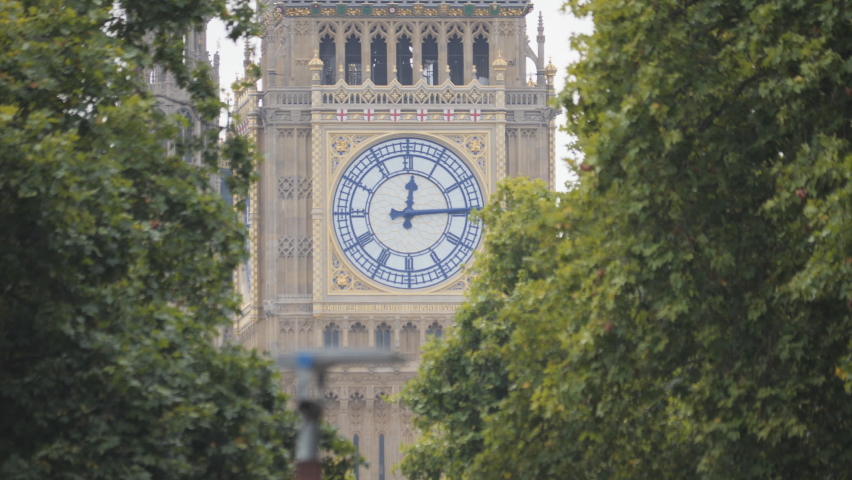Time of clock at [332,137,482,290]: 12:14
